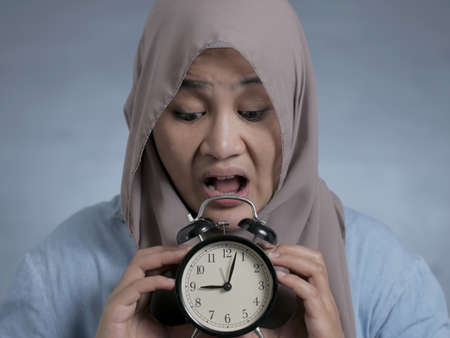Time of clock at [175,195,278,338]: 9:03
